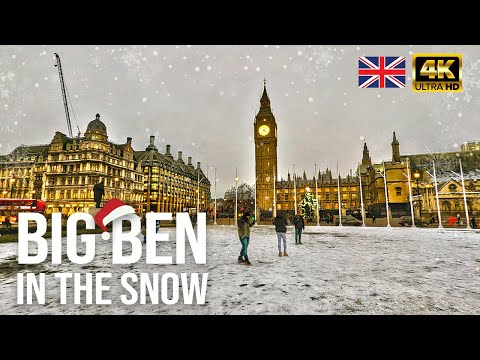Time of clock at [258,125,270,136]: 4:07
